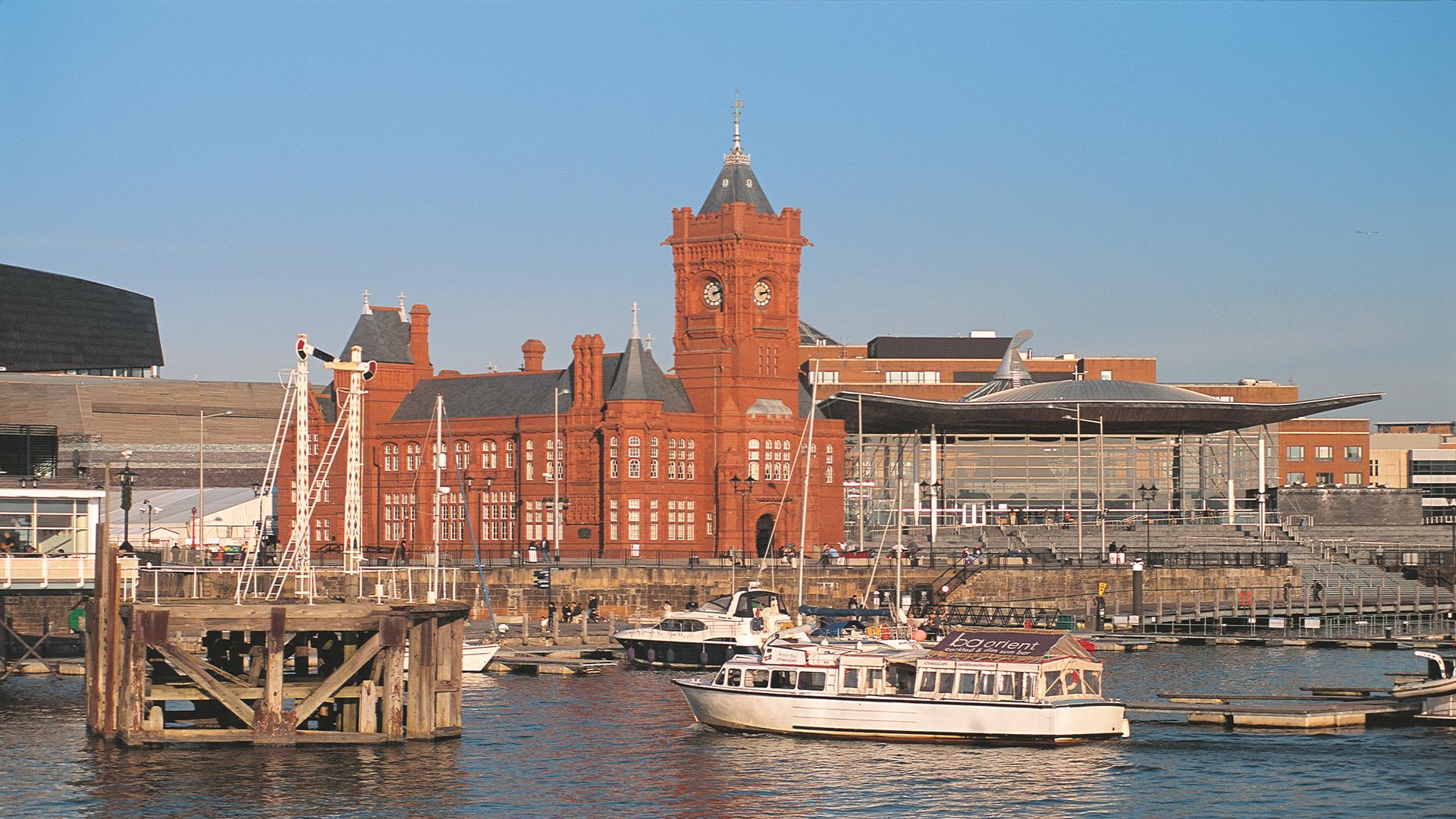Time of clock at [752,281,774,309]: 2:12
